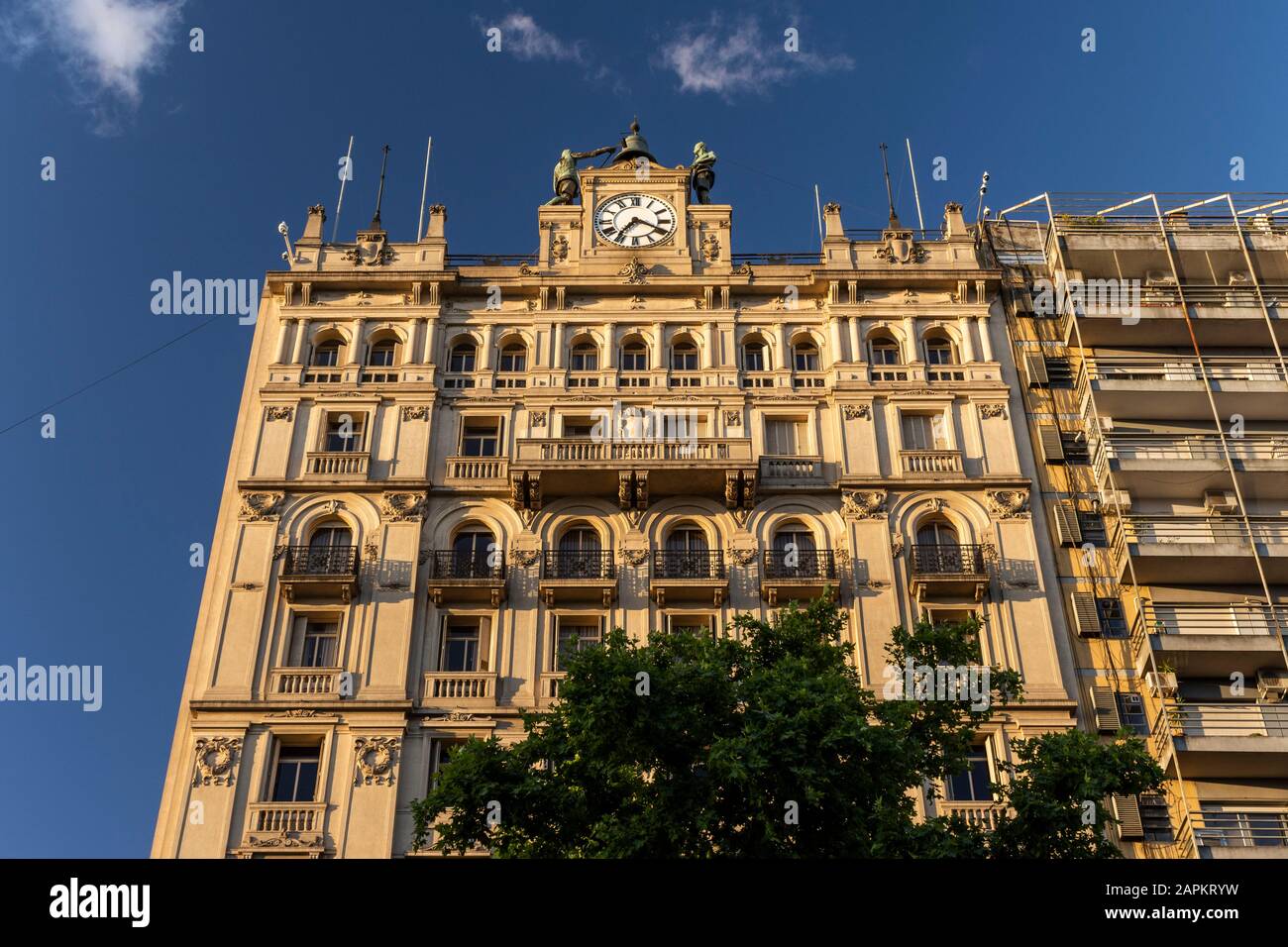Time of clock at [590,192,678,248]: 7:19
